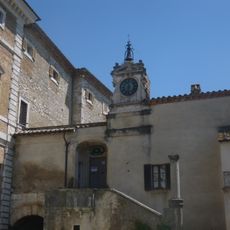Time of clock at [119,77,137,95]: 11:32
